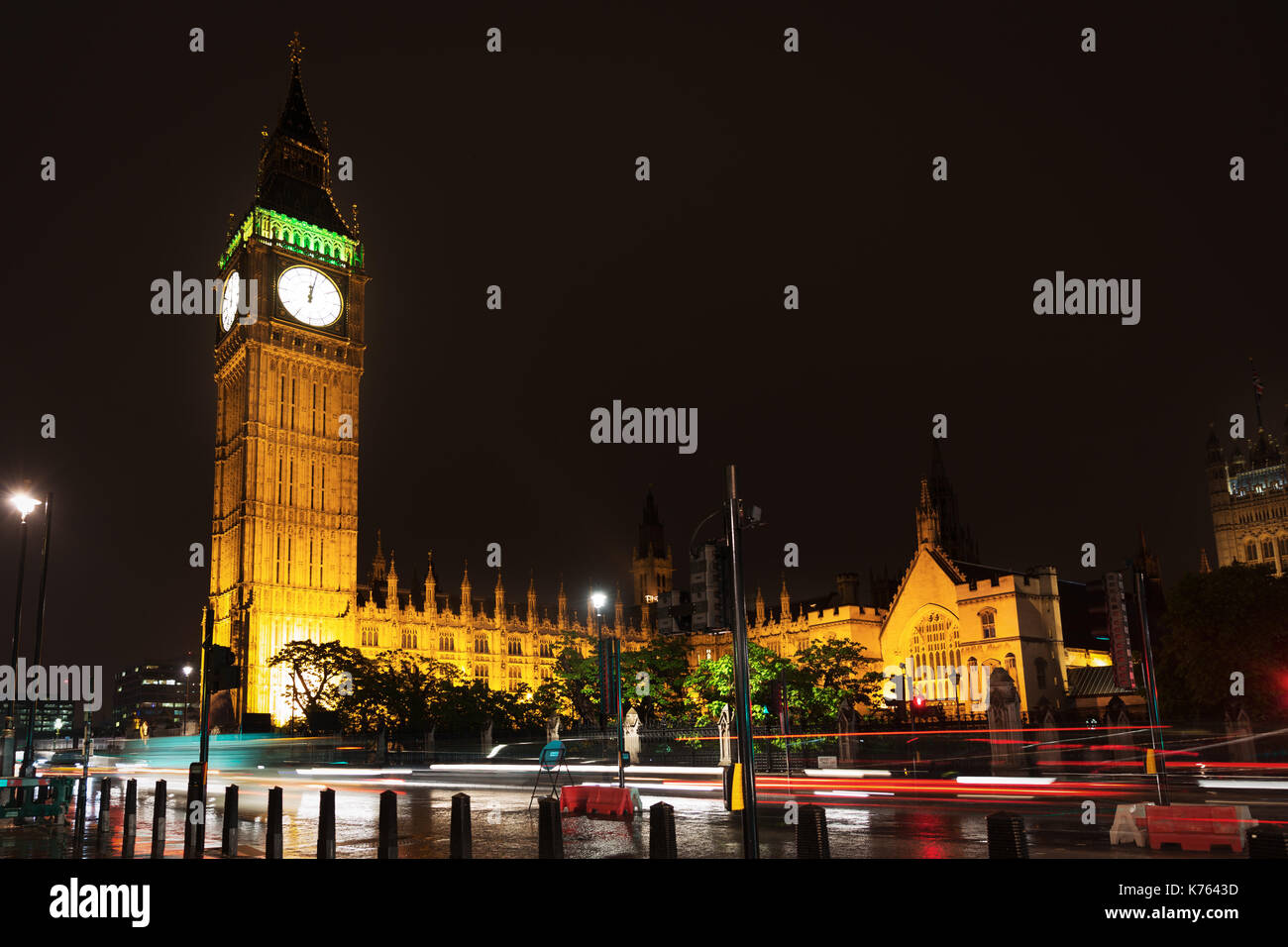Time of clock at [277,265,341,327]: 12:01
